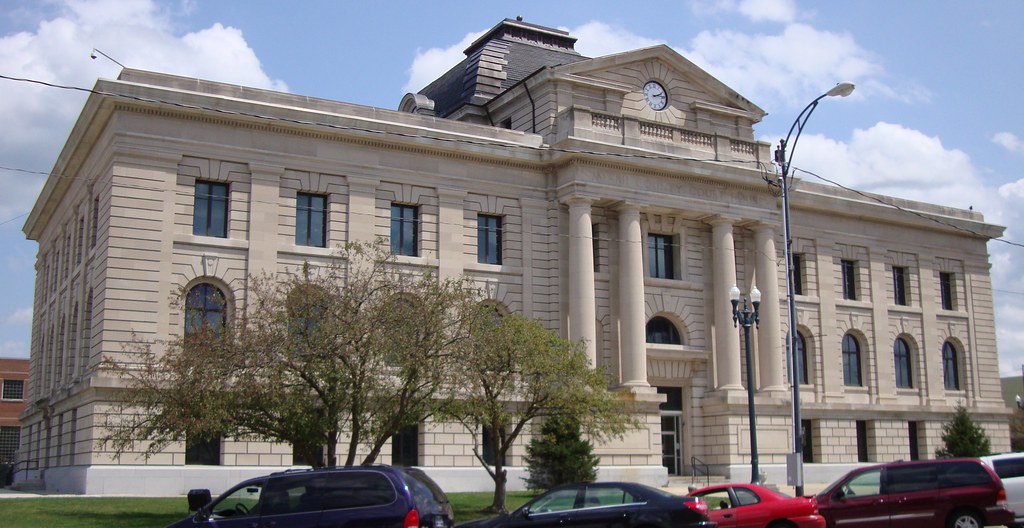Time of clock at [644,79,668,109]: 2:13
